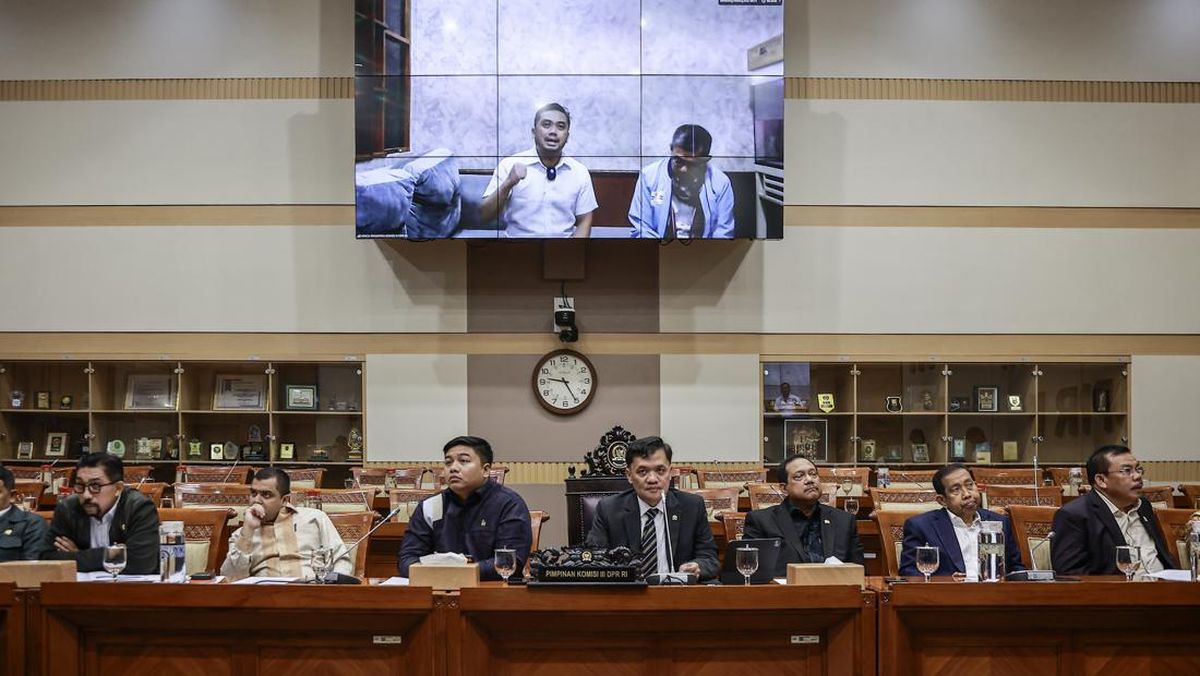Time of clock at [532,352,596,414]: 9:25
